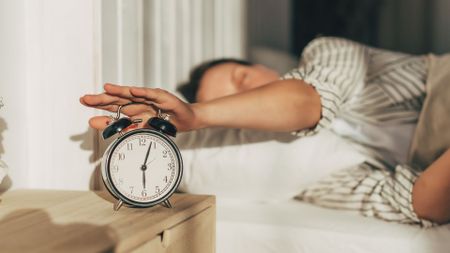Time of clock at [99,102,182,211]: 6:03
